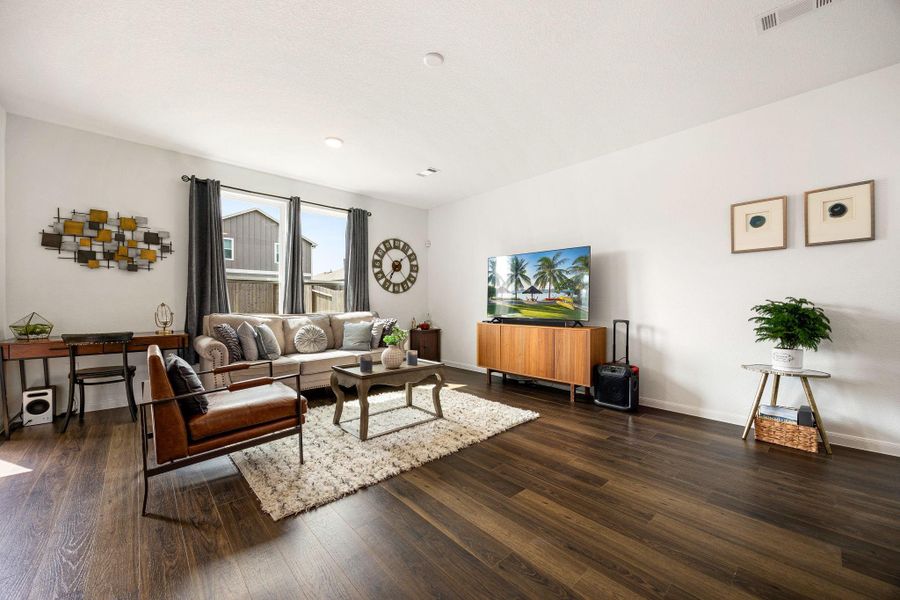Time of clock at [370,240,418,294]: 7:08
